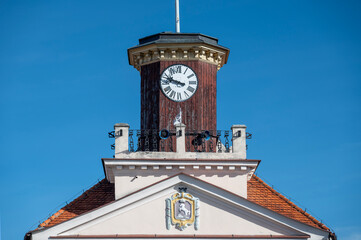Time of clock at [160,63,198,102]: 9:47
